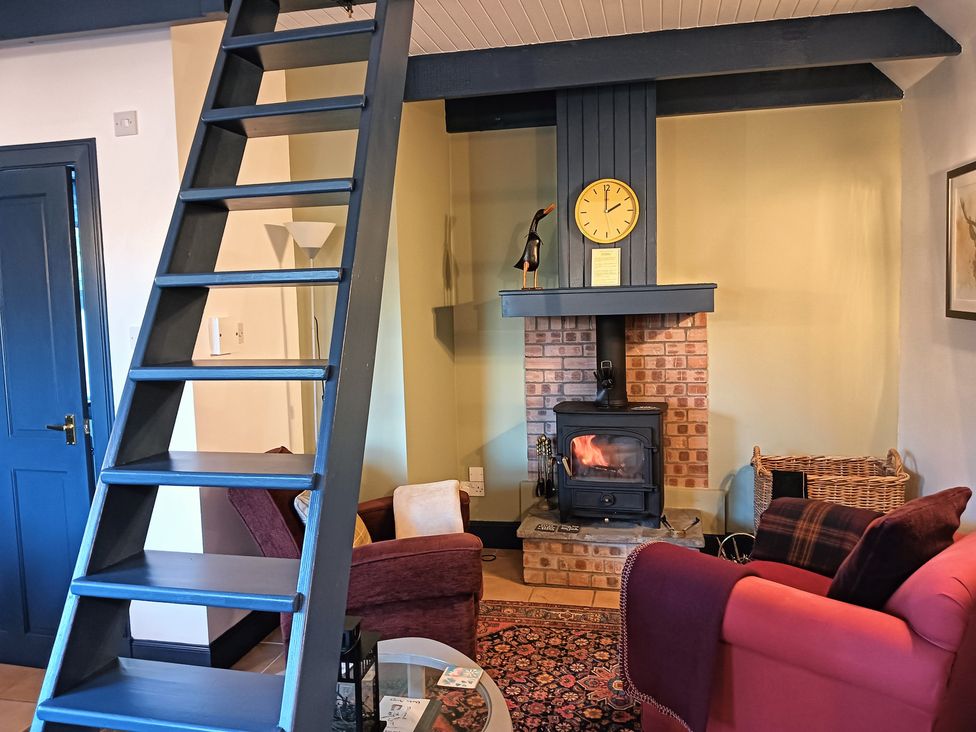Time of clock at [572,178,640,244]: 2:00
